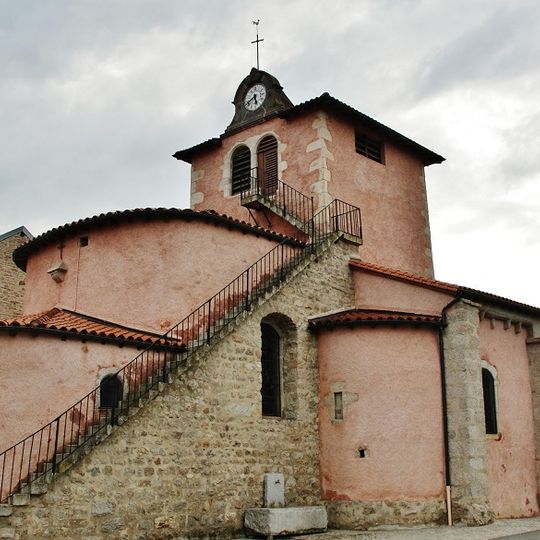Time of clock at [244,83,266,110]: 5:38
